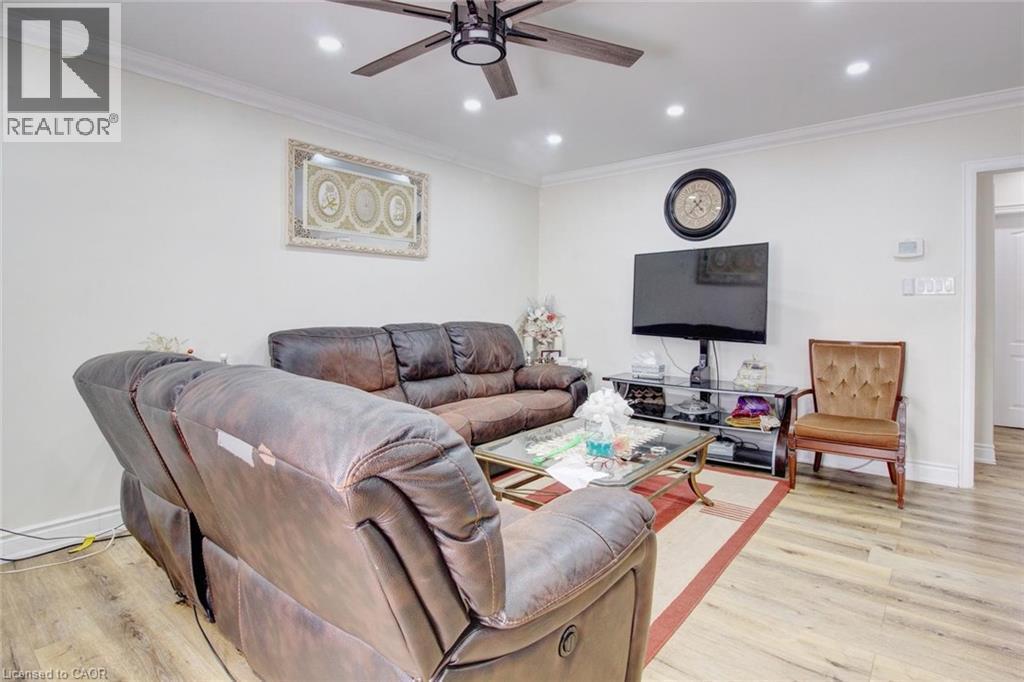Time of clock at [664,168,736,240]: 10:37
